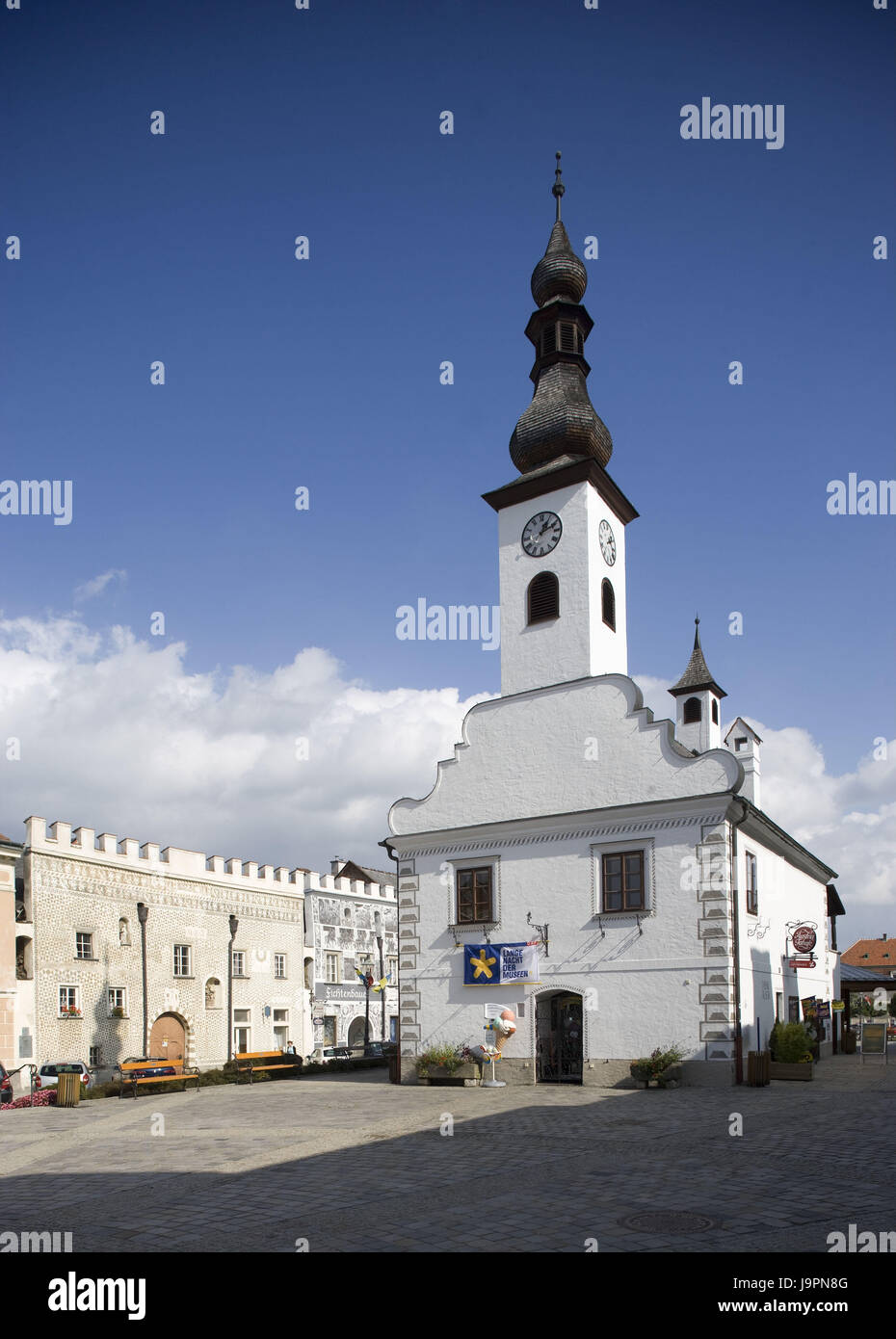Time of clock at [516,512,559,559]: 1:11
